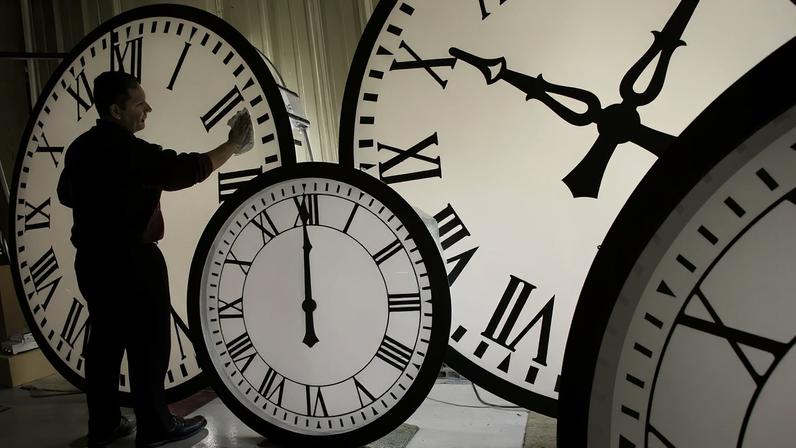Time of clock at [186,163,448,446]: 11:59
